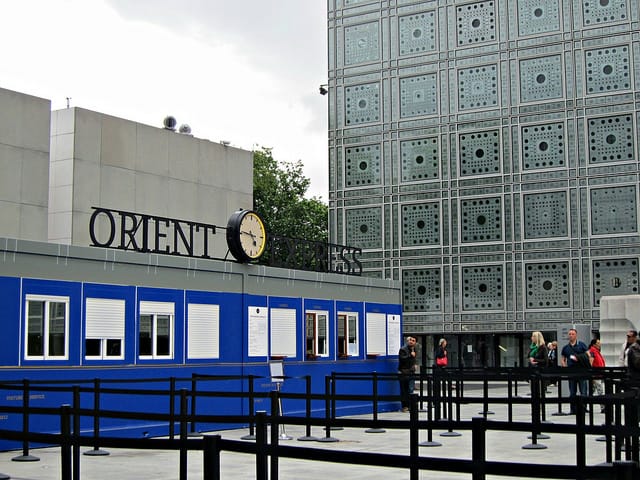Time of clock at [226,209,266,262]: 4:46
